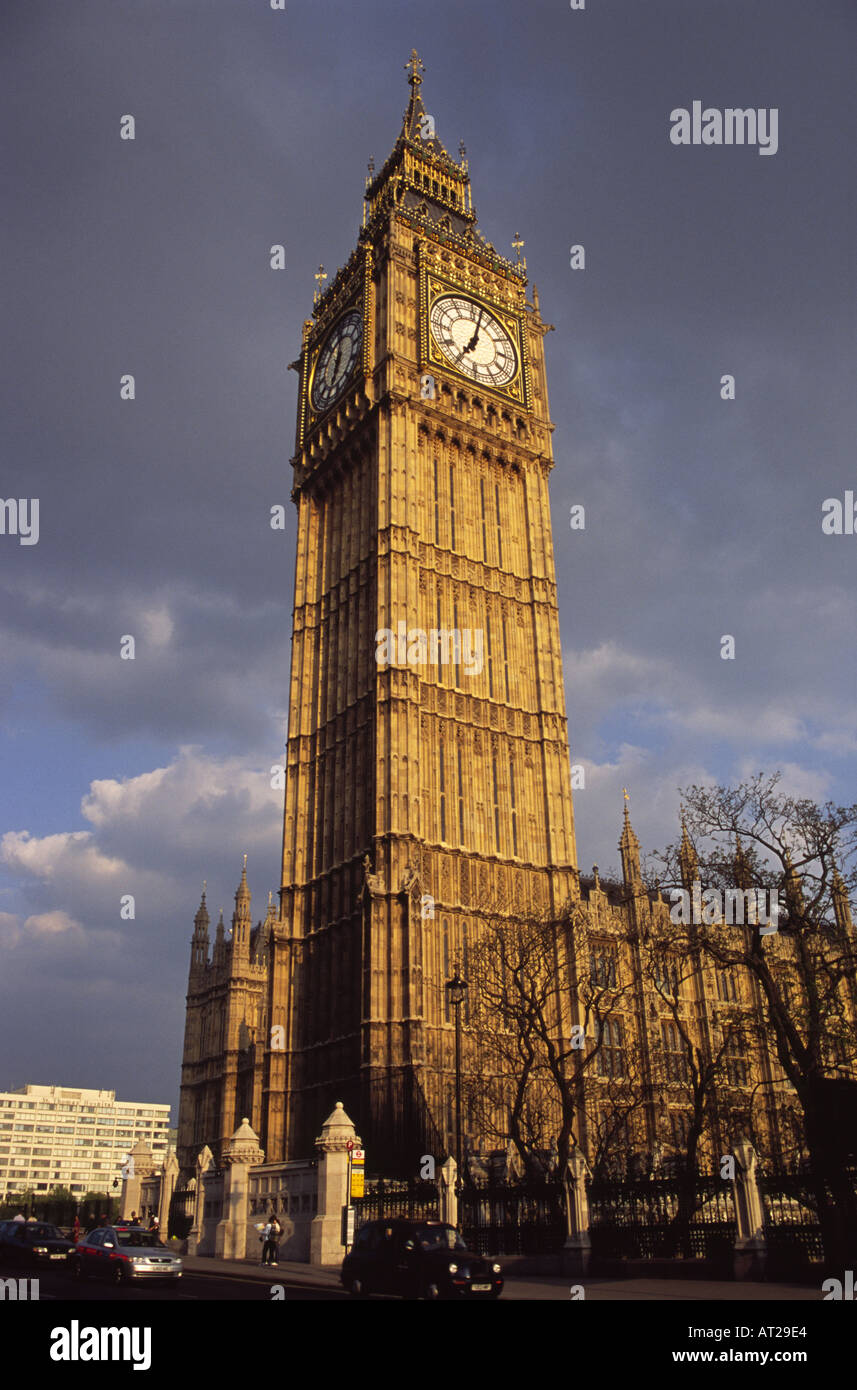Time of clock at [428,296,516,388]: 7:02
